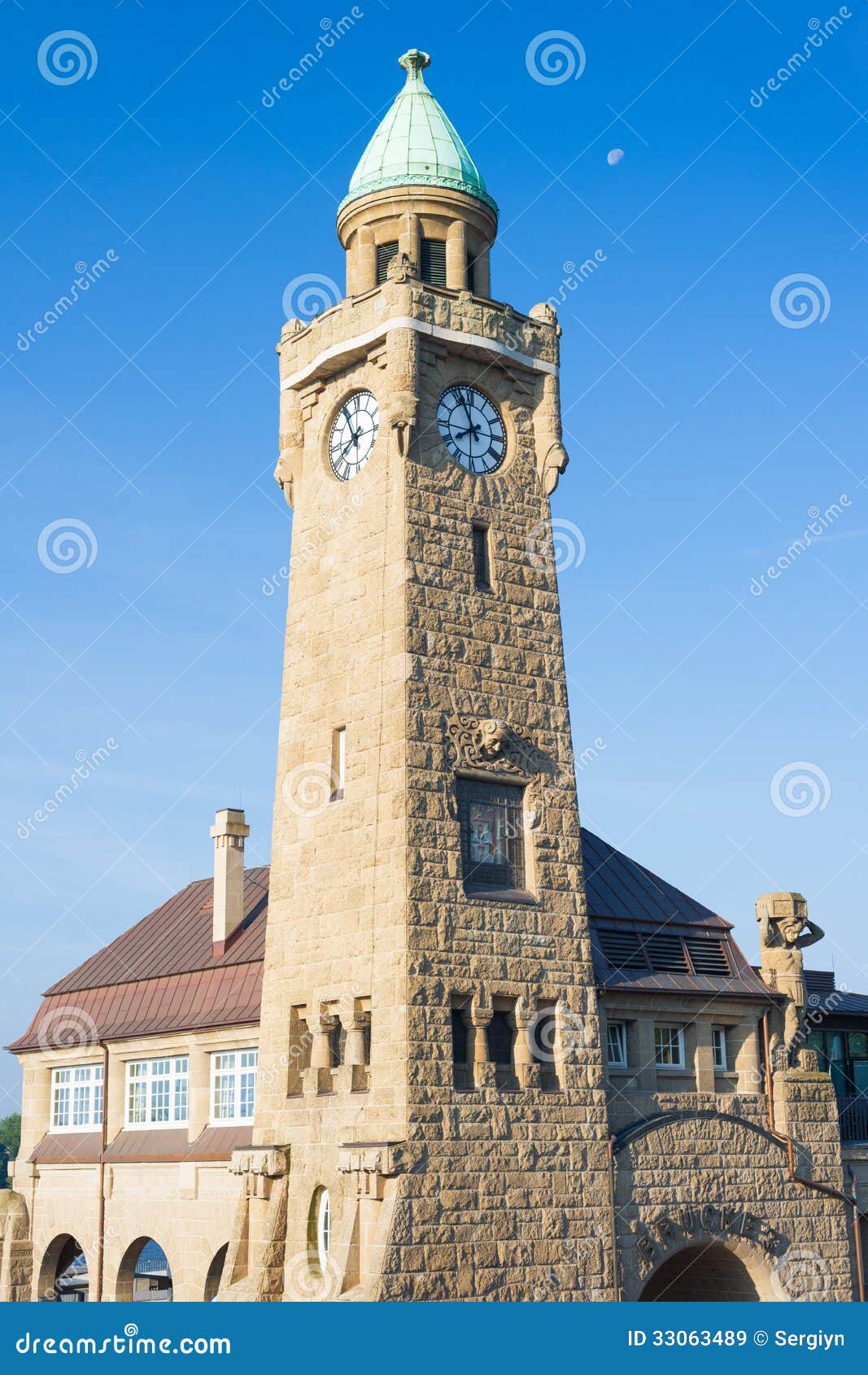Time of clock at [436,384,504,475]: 7:55
